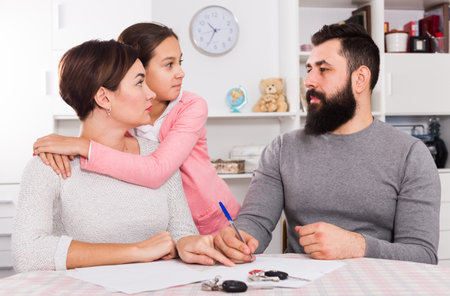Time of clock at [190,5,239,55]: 10:34
